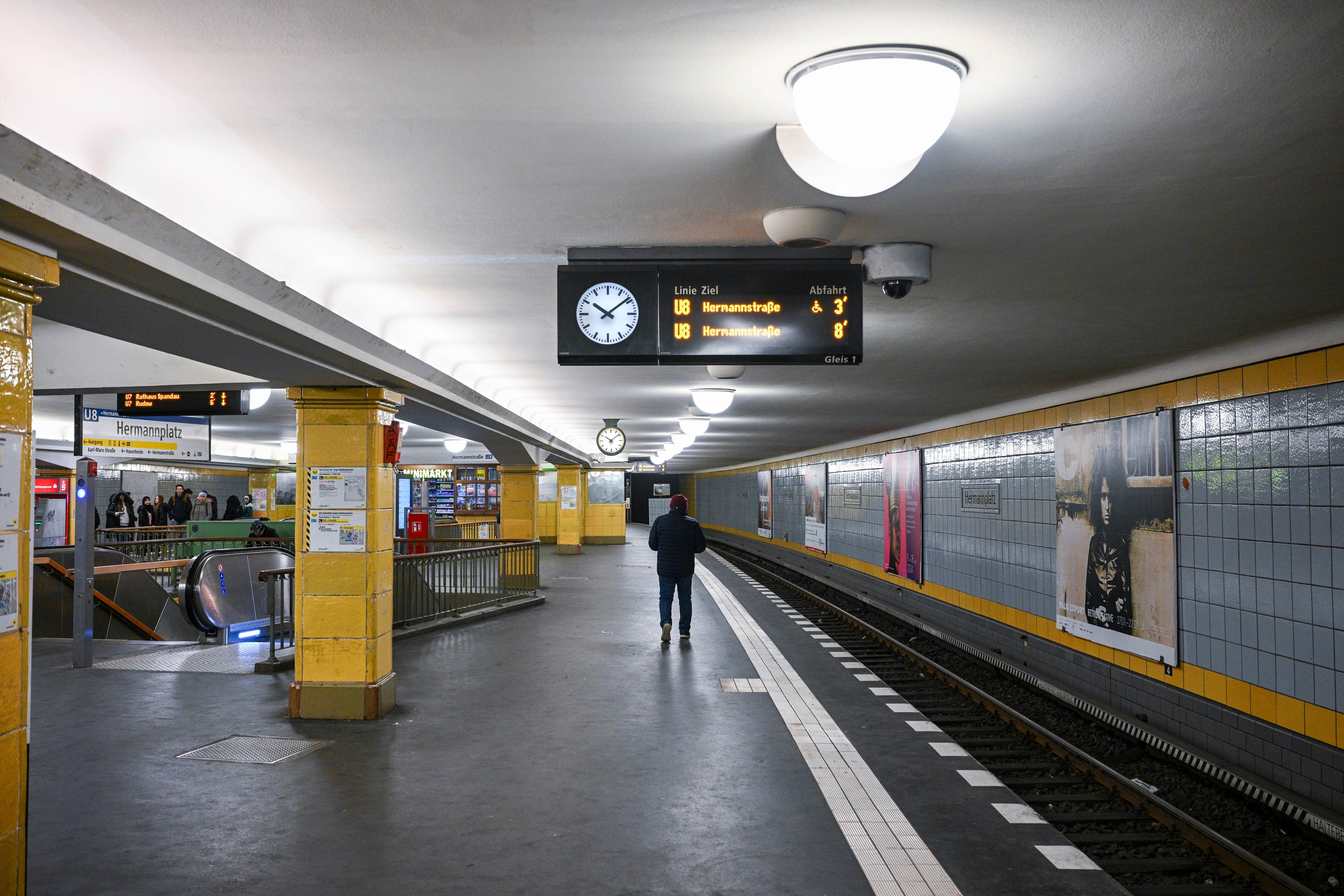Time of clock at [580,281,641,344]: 10:08
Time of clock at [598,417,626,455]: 10:08
